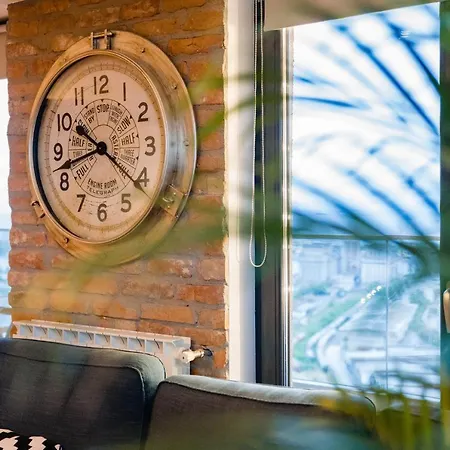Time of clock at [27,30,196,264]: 8:21
